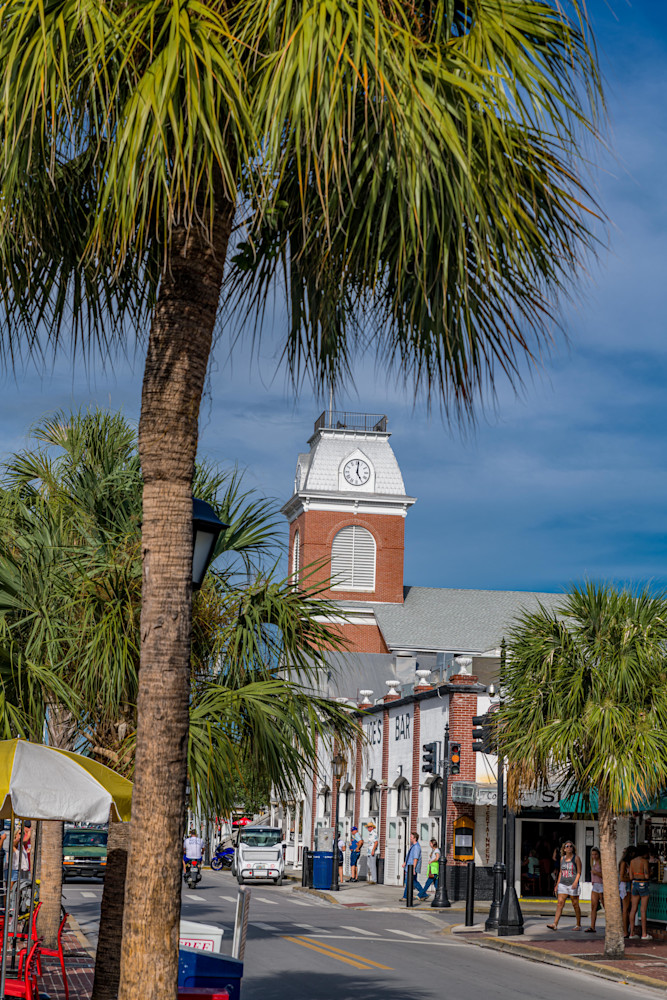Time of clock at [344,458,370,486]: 5:01
